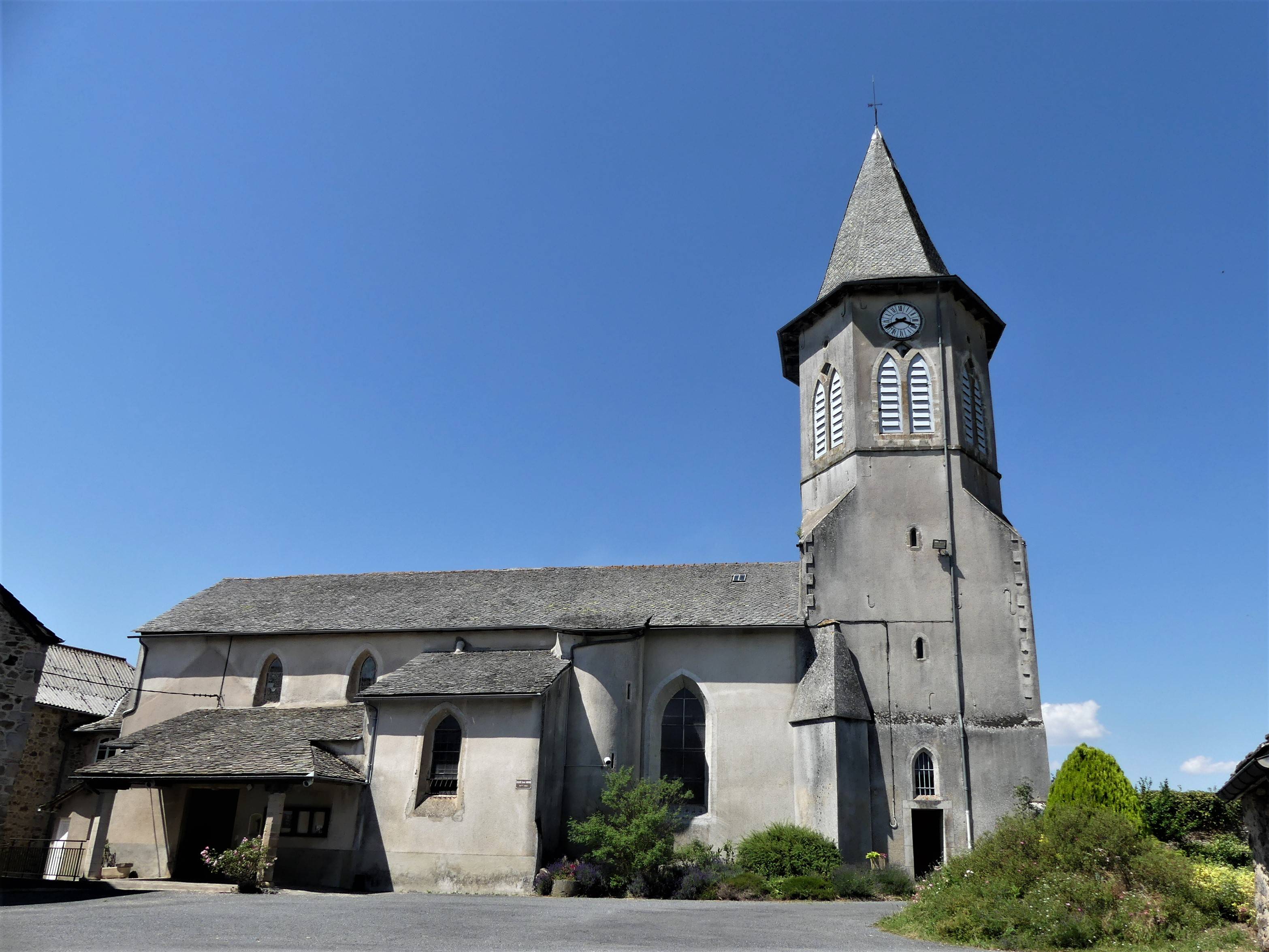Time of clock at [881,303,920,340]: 3:40
